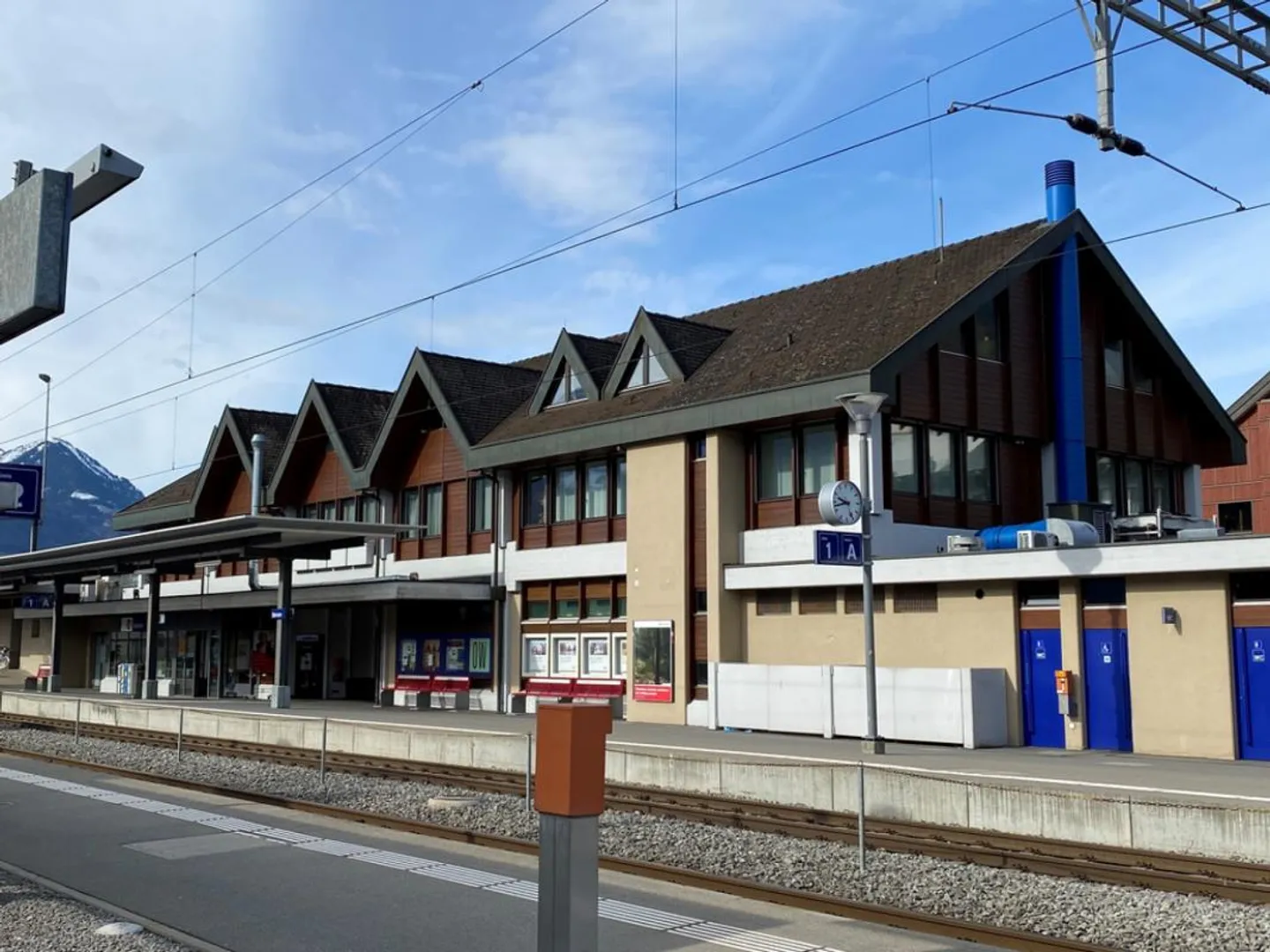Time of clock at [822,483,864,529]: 9:42
